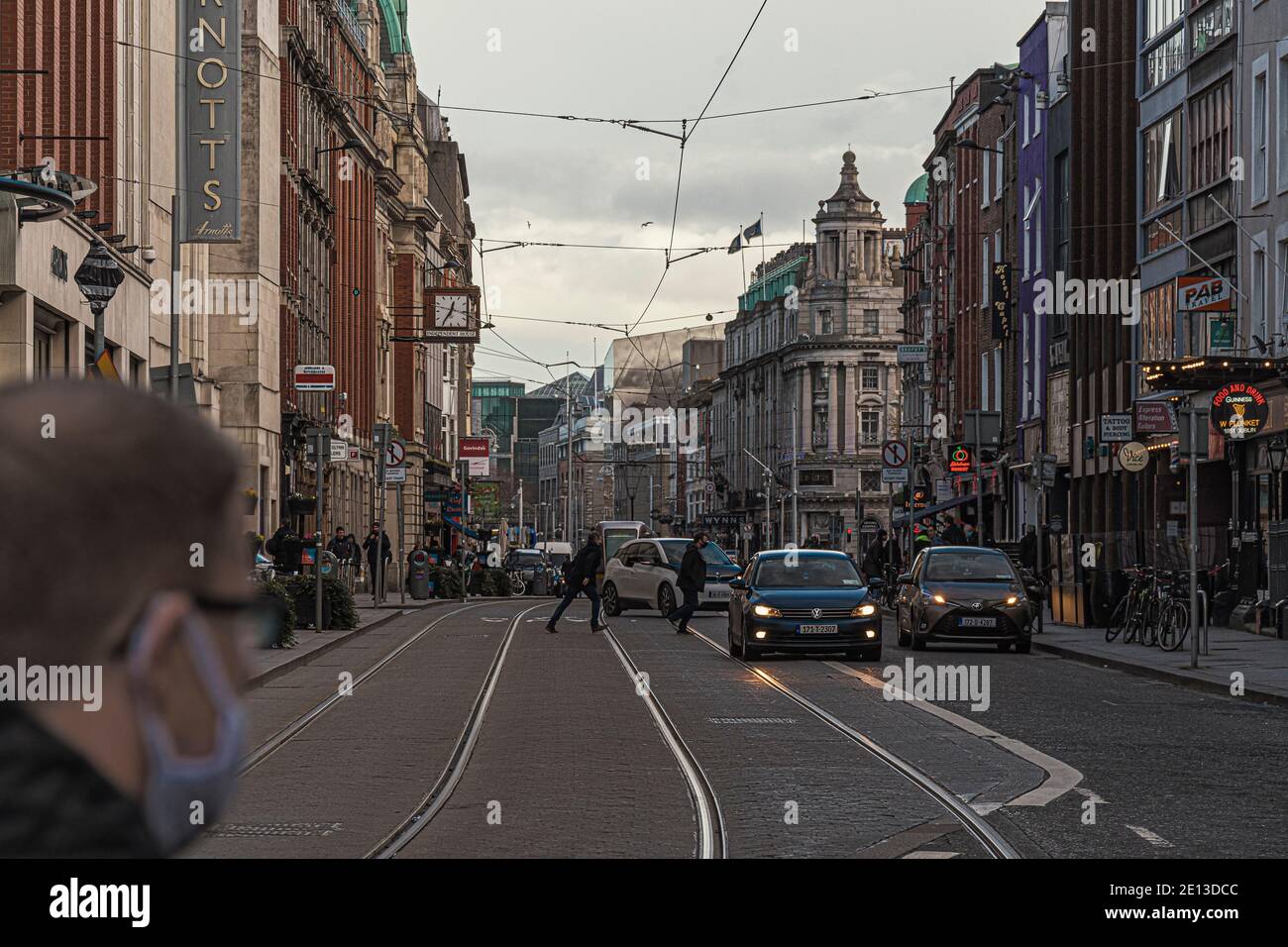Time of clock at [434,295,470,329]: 12:35
